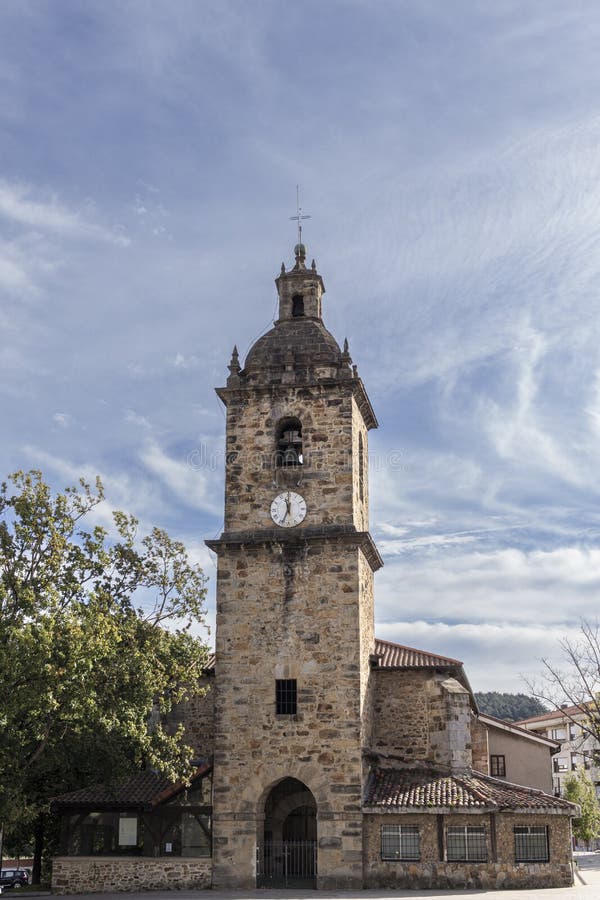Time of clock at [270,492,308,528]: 11:33
